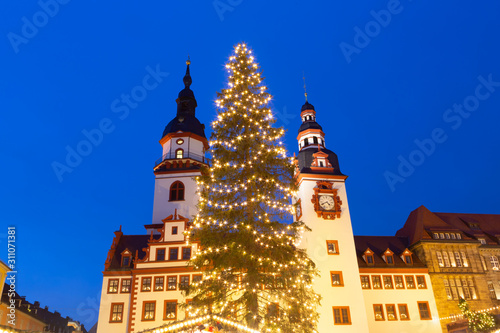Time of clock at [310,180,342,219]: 4:40
